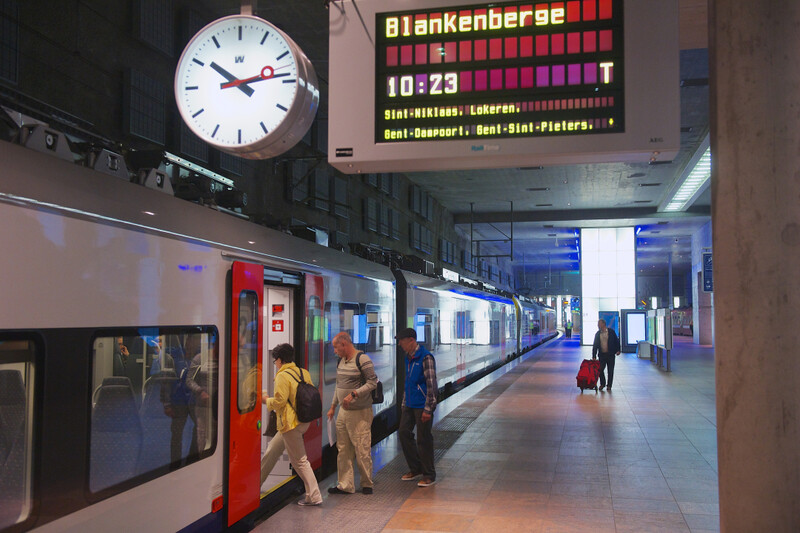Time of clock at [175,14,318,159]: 10:13
